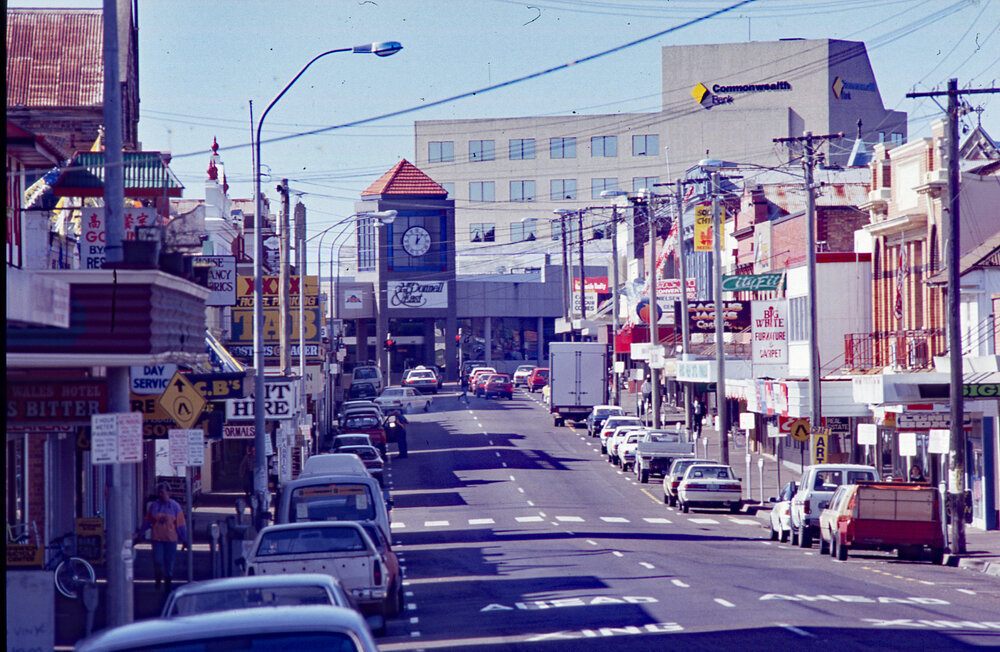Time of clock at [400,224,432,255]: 1:01
